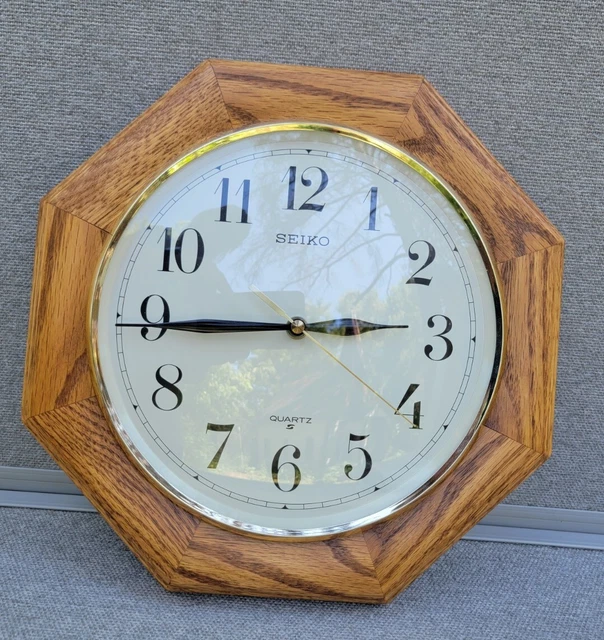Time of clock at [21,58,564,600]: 2:44
